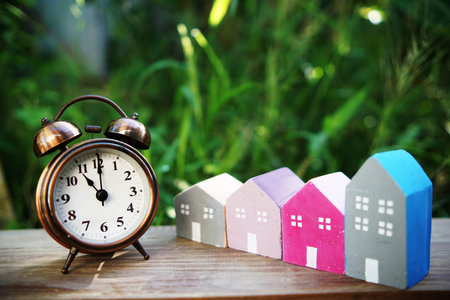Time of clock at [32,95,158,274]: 11:00
